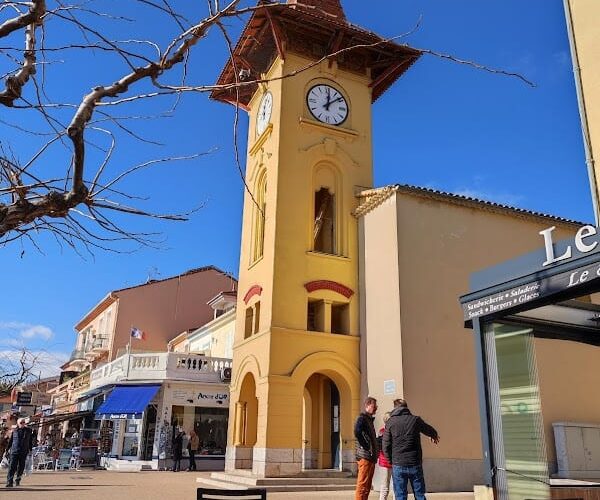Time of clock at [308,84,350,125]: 12:08
